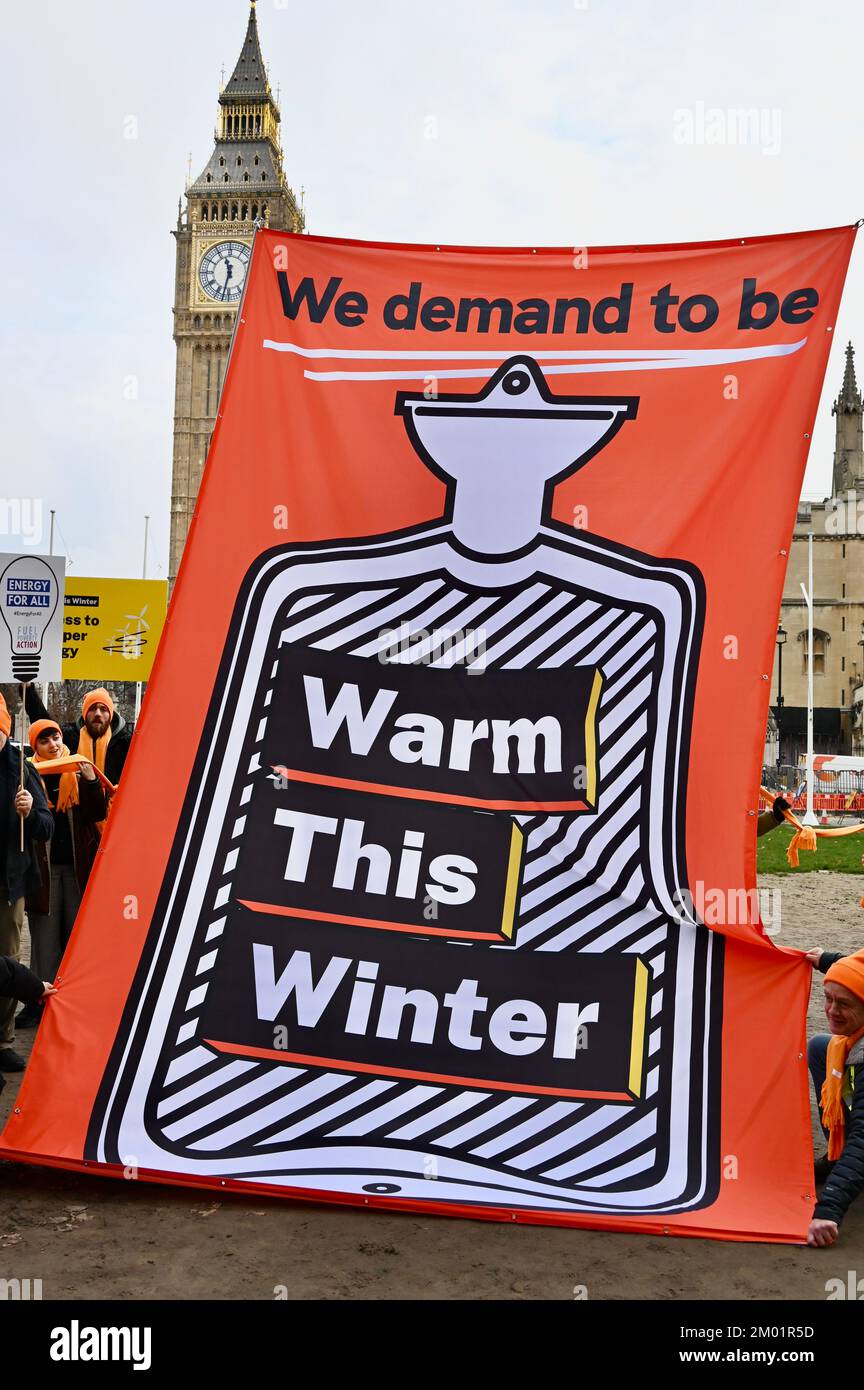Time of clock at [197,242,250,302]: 11:32
